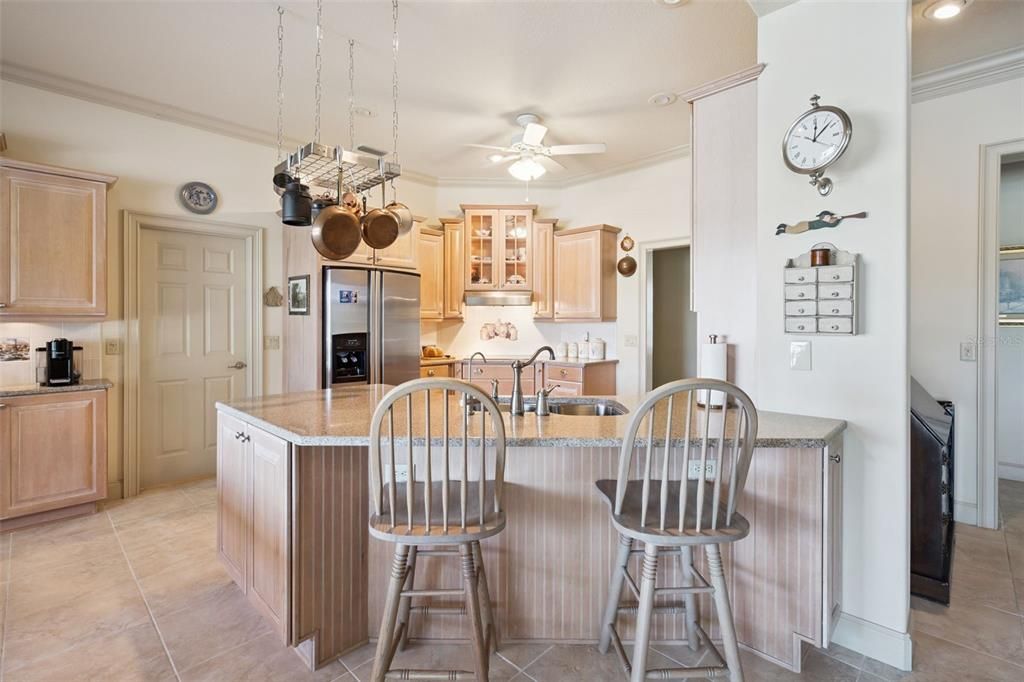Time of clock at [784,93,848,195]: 12:07
